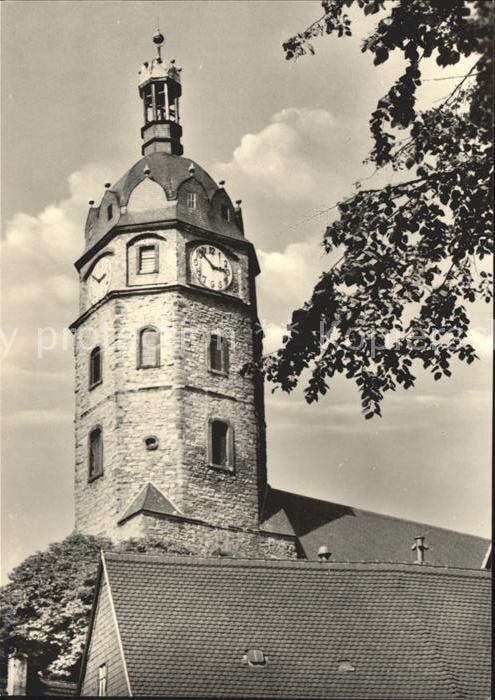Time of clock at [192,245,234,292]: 2:53
